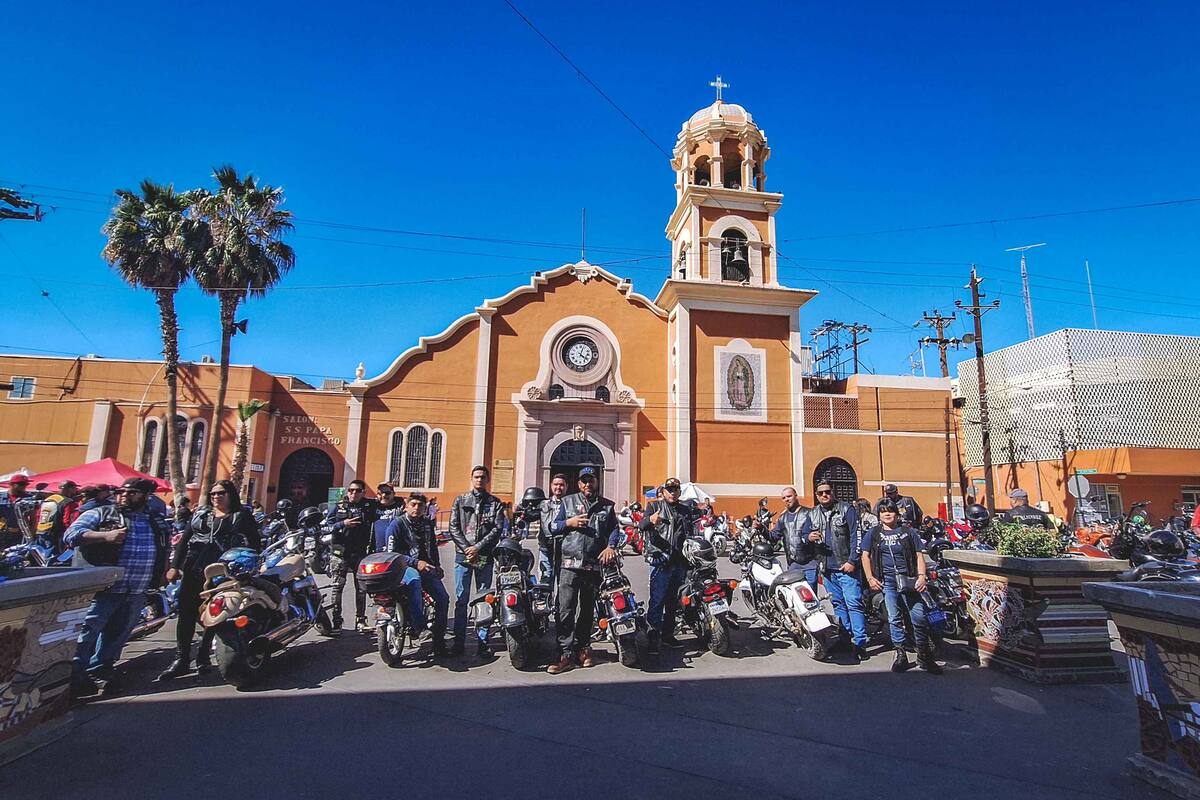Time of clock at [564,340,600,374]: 4:02
